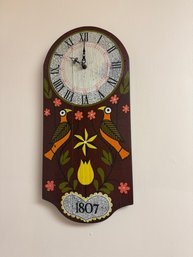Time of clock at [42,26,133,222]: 10:00
